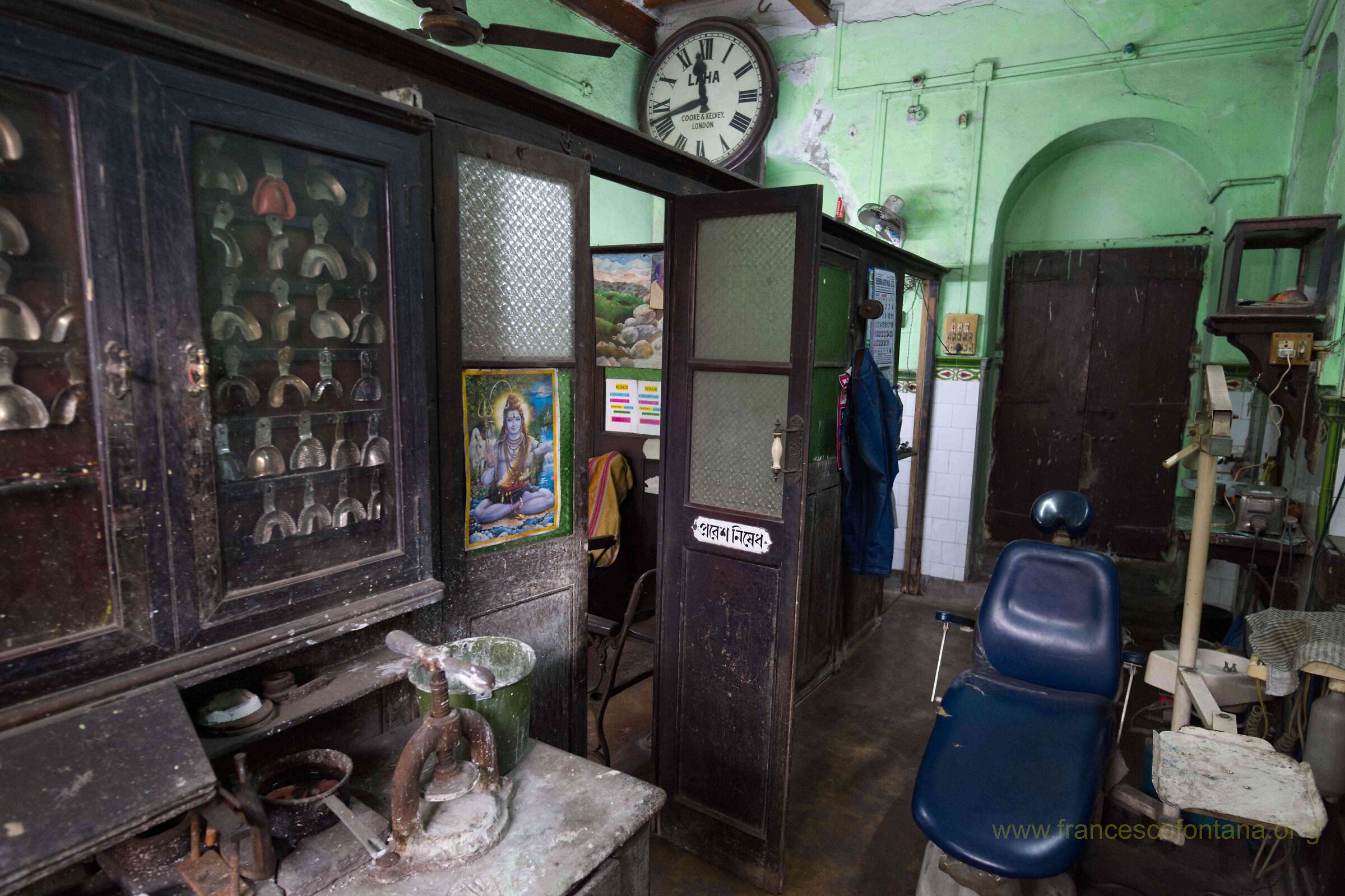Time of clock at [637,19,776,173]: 11:41
